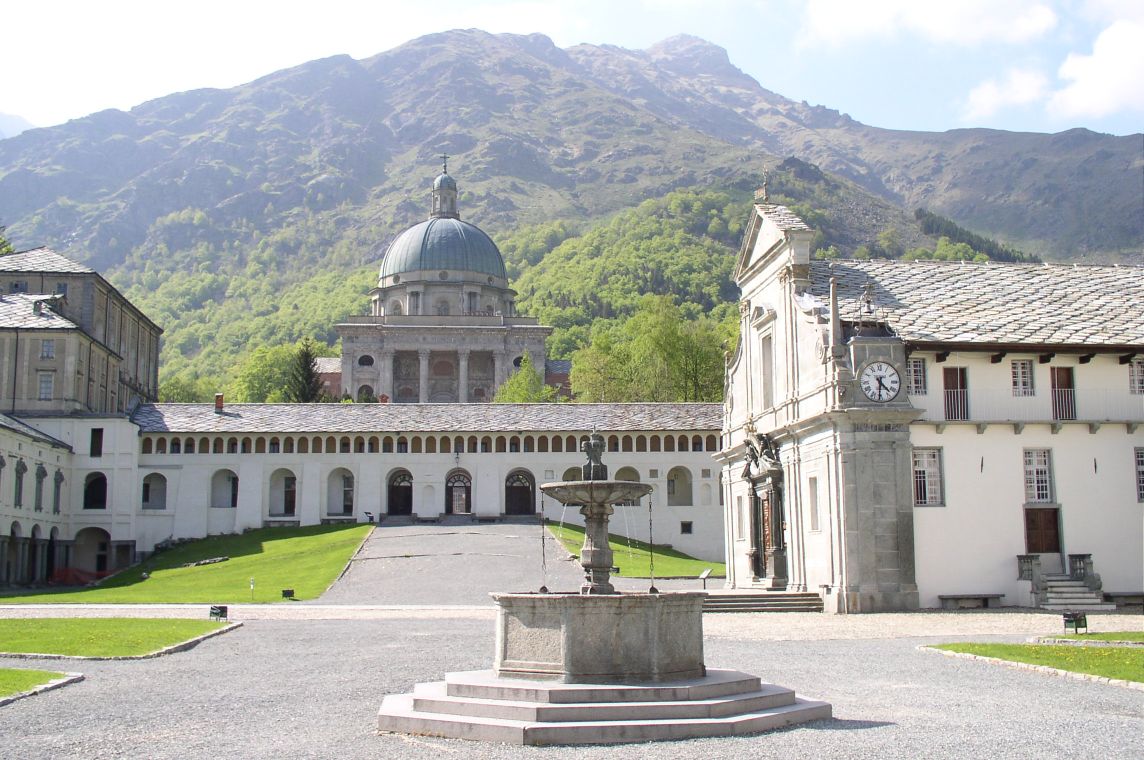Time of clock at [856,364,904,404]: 4:30
